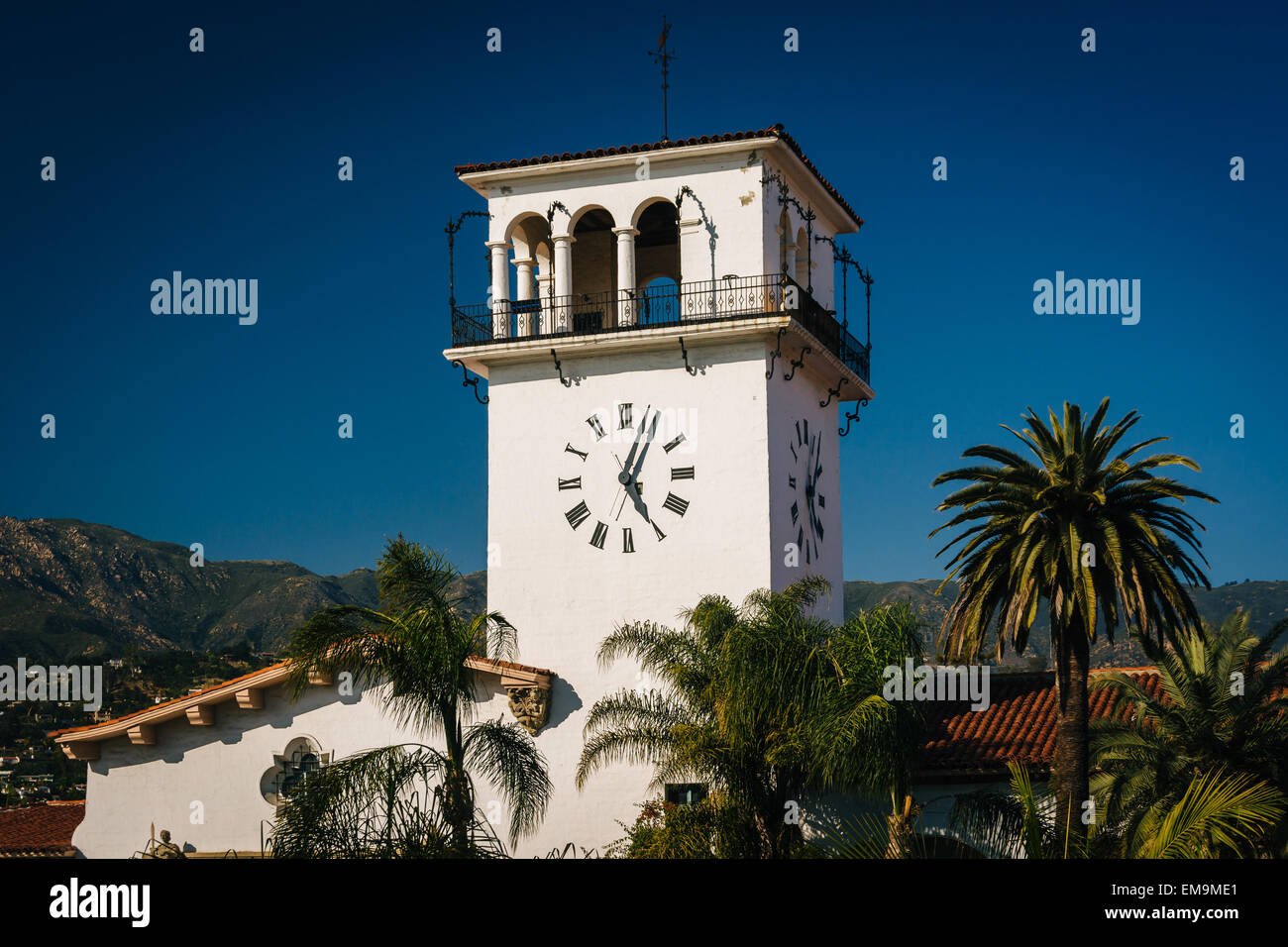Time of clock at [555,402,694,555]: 5:04
